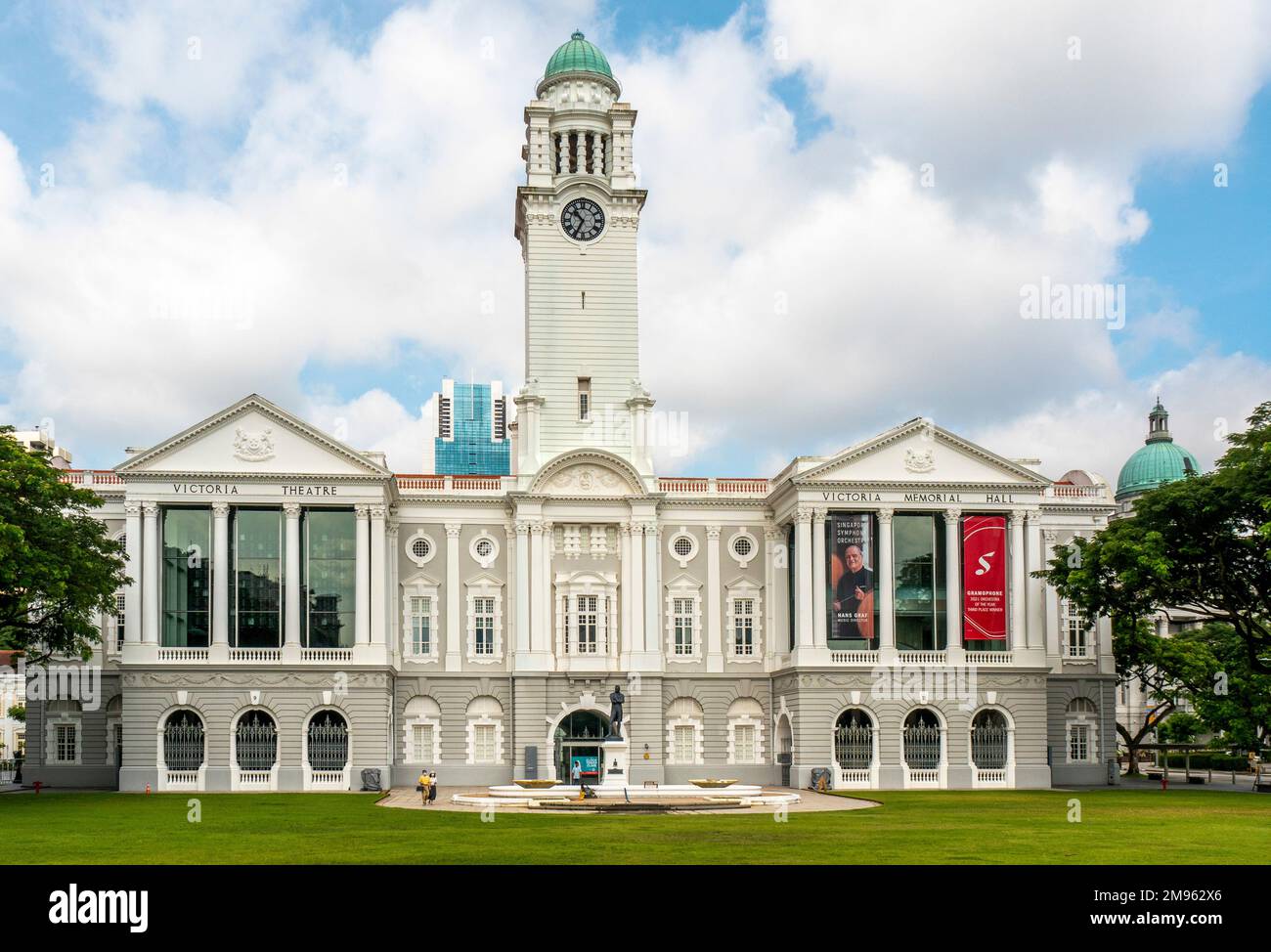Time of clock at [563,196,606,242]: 10:34
